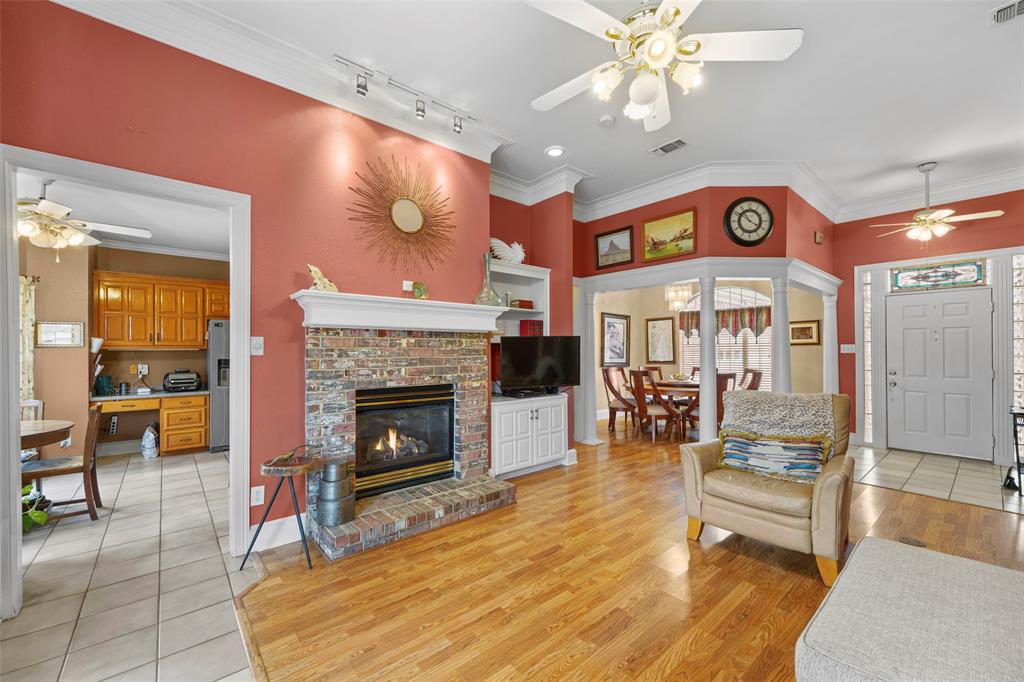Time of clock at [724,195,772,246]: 3:52
